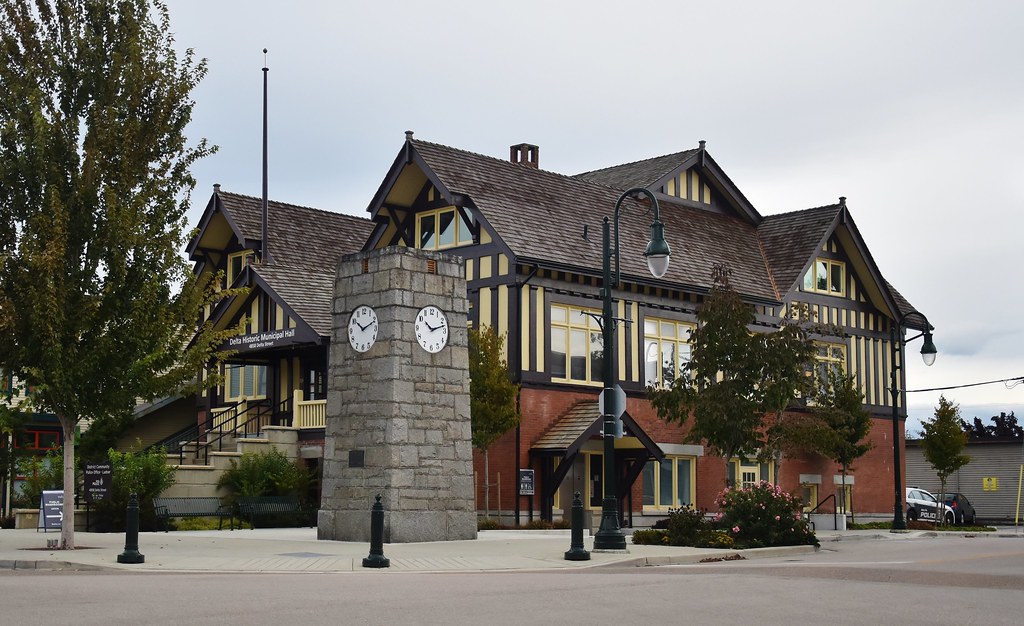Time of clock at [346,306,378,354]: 10:11
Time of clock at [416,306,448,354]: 10:12
